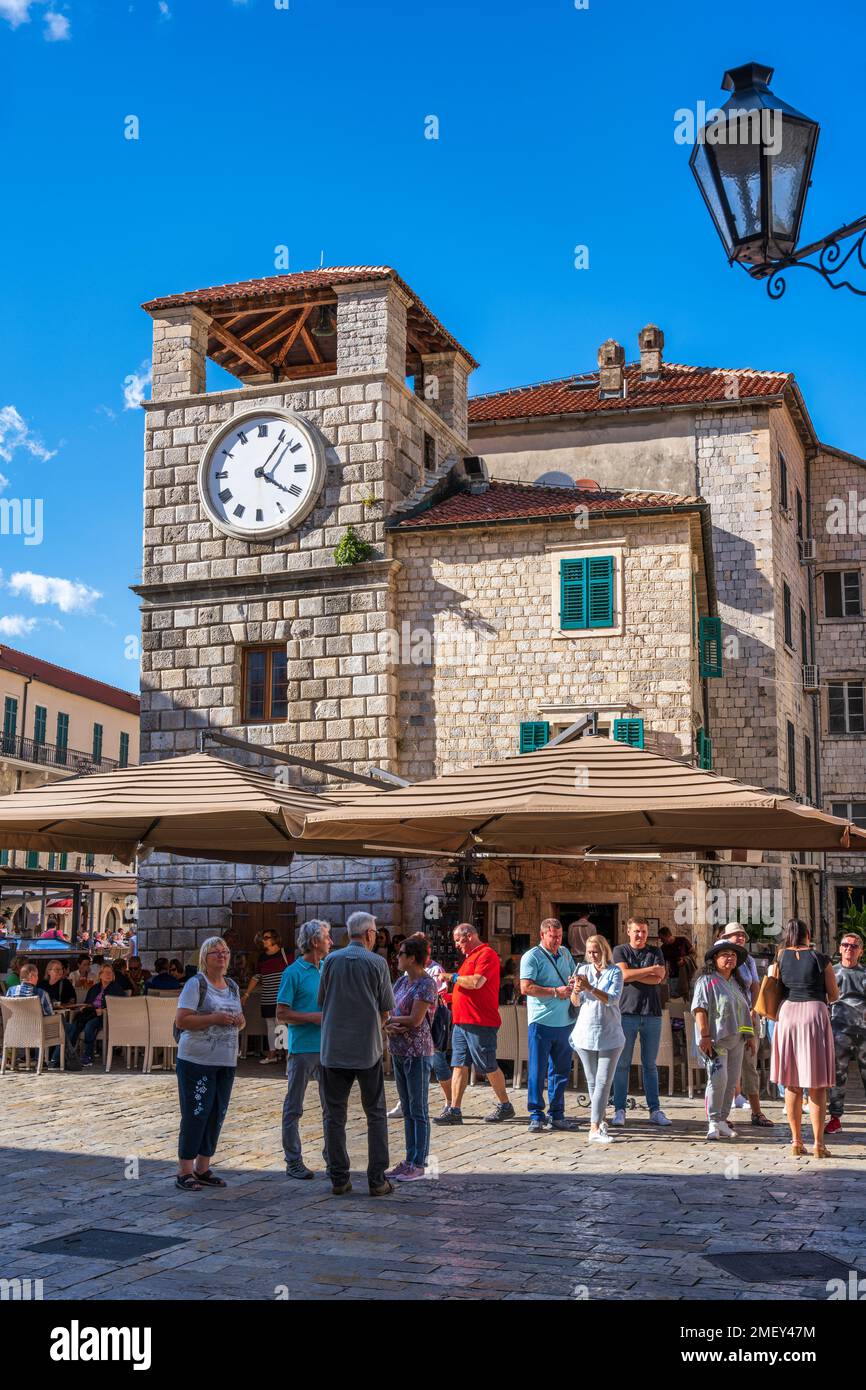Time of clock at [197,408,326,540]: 4:06
